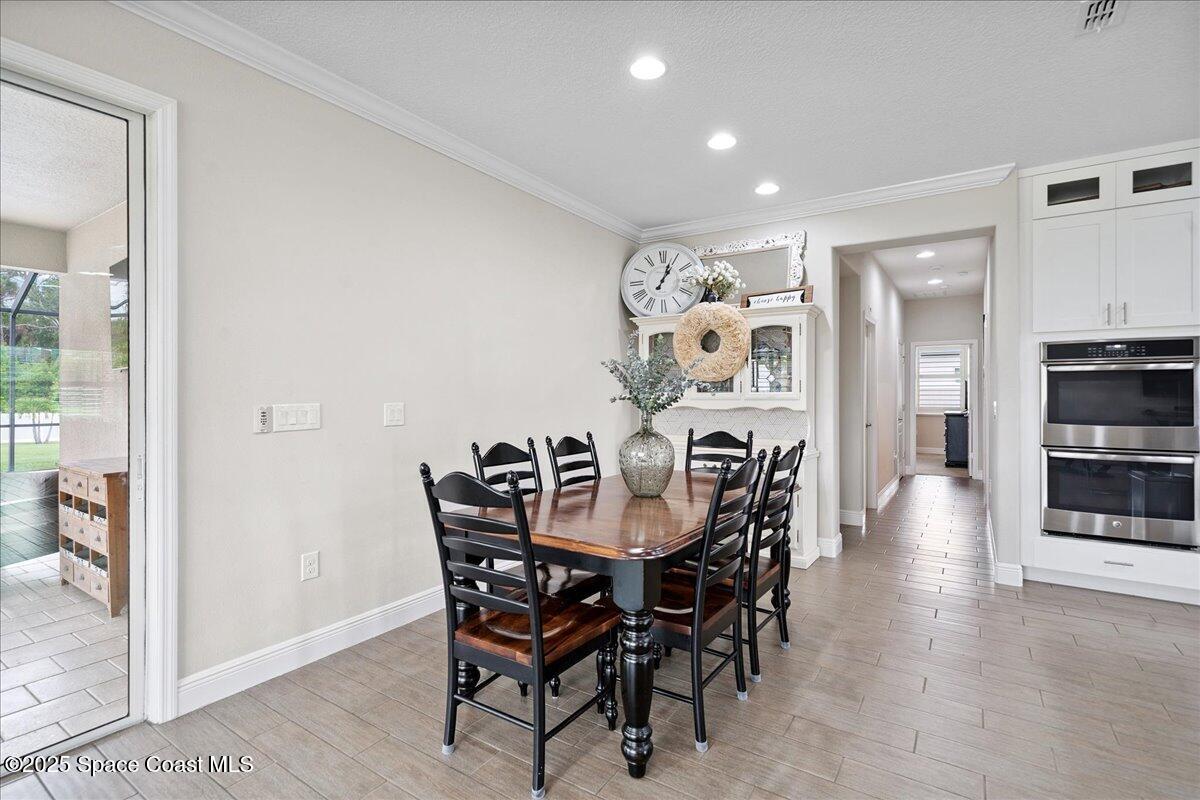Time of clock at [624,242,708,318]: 1:03
